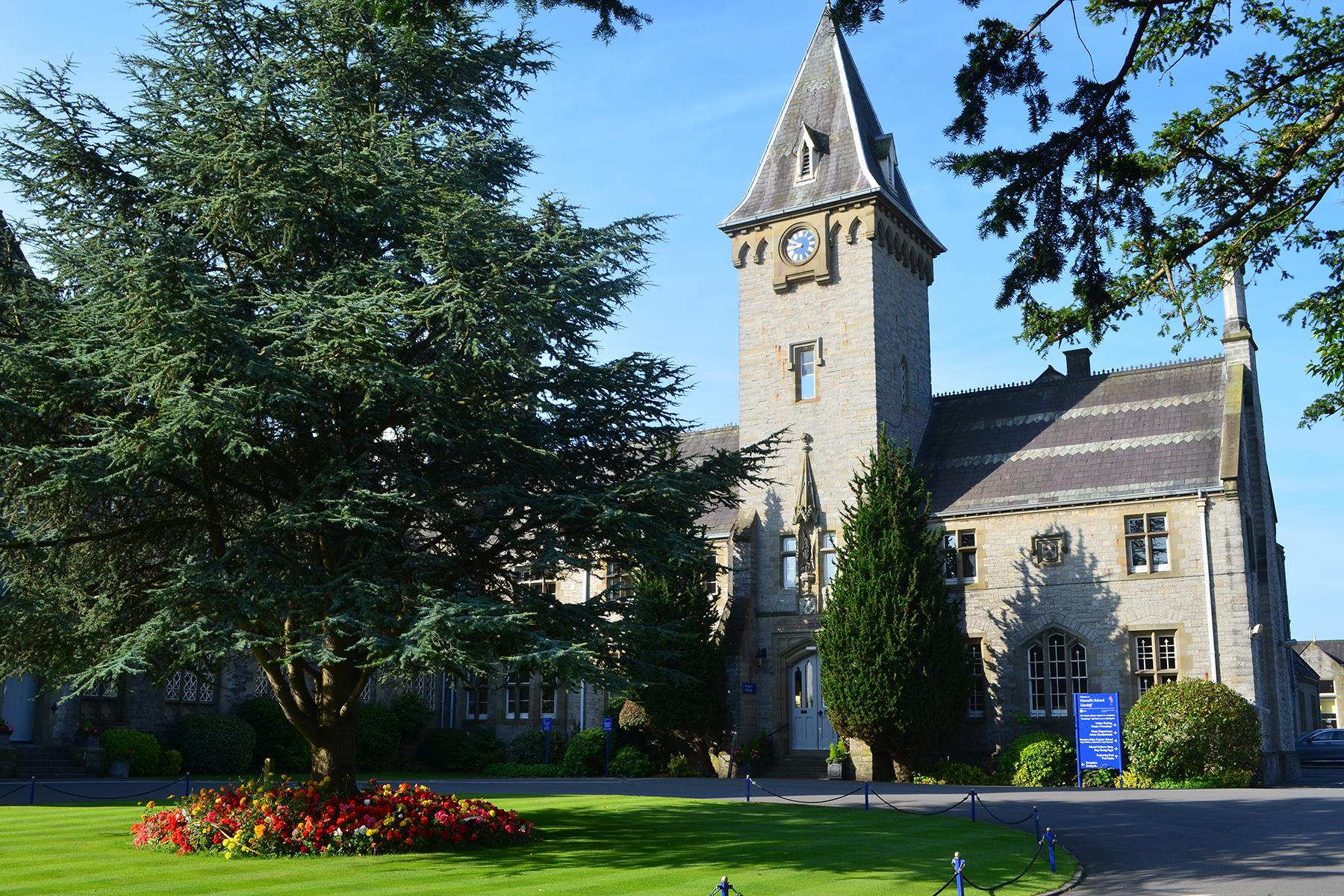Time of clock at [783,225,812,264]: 8:49
